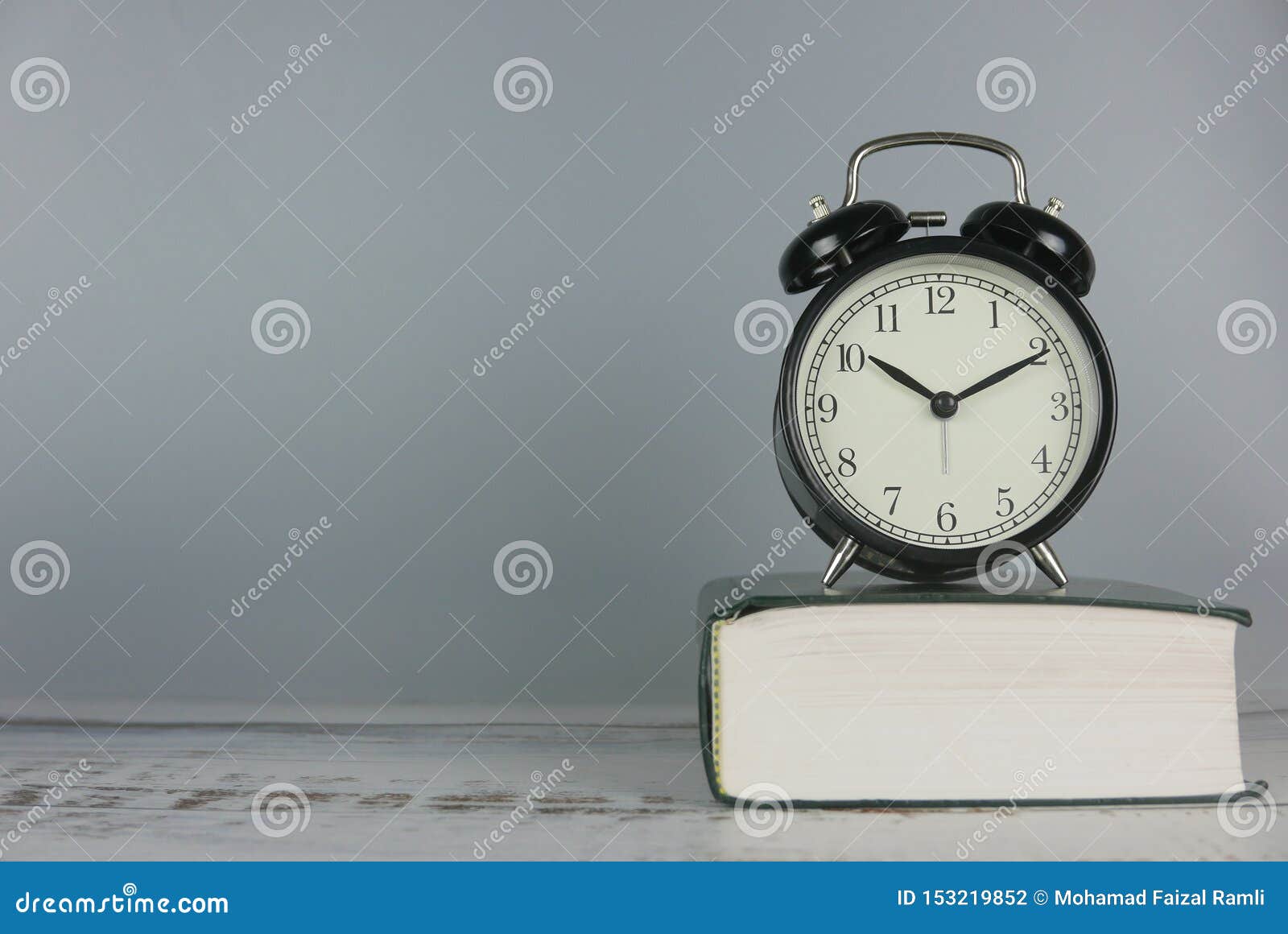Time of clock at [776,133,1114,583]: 10:10
